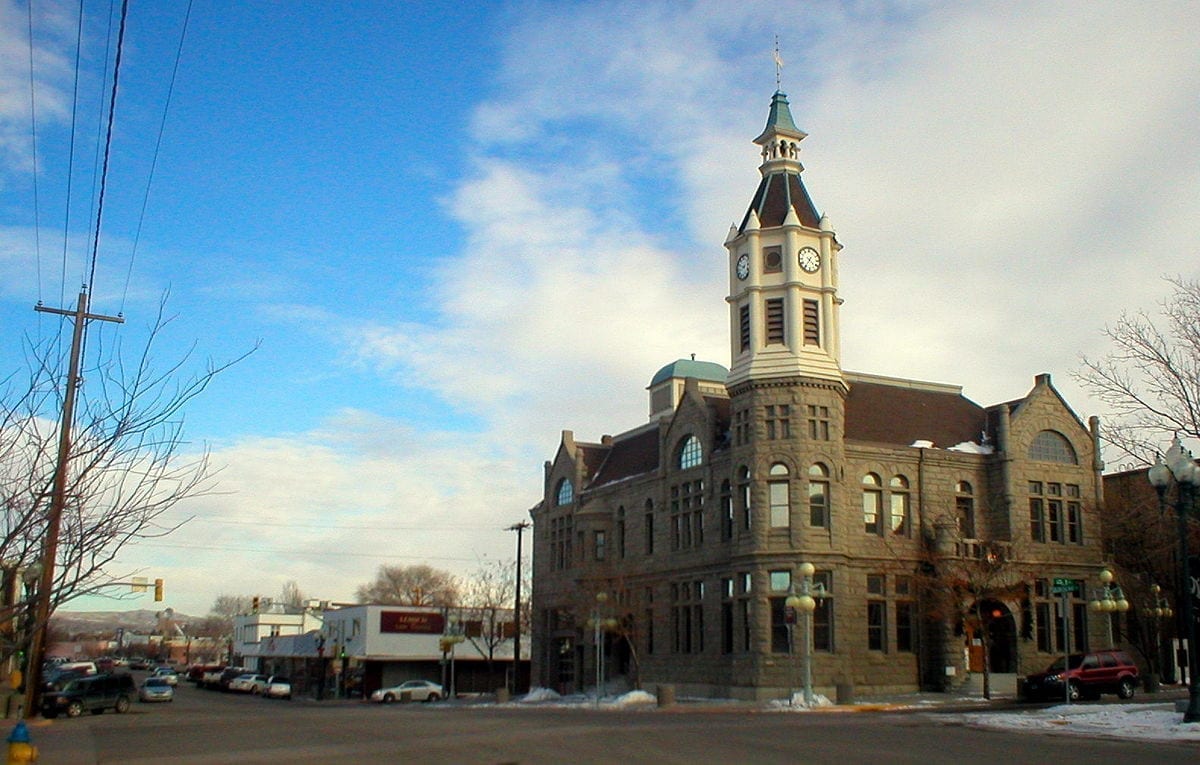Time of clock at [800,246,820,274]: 4:35
